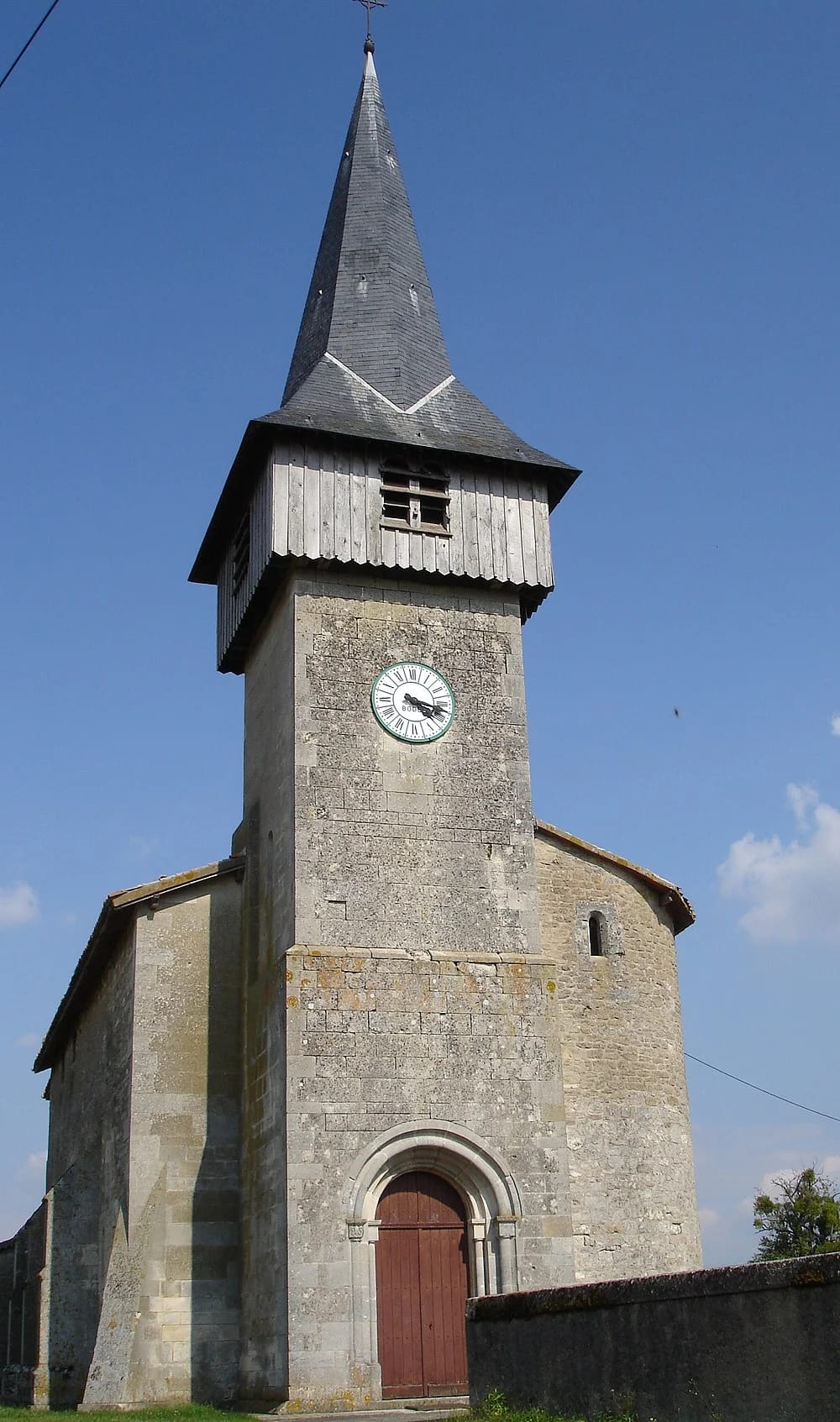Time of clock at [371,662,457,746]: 4:17
